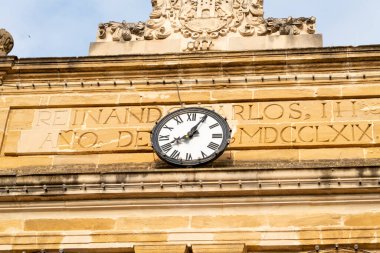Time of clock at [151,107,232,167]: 8:04
